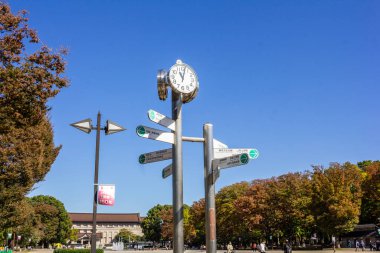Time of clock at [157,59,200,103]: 11:02
